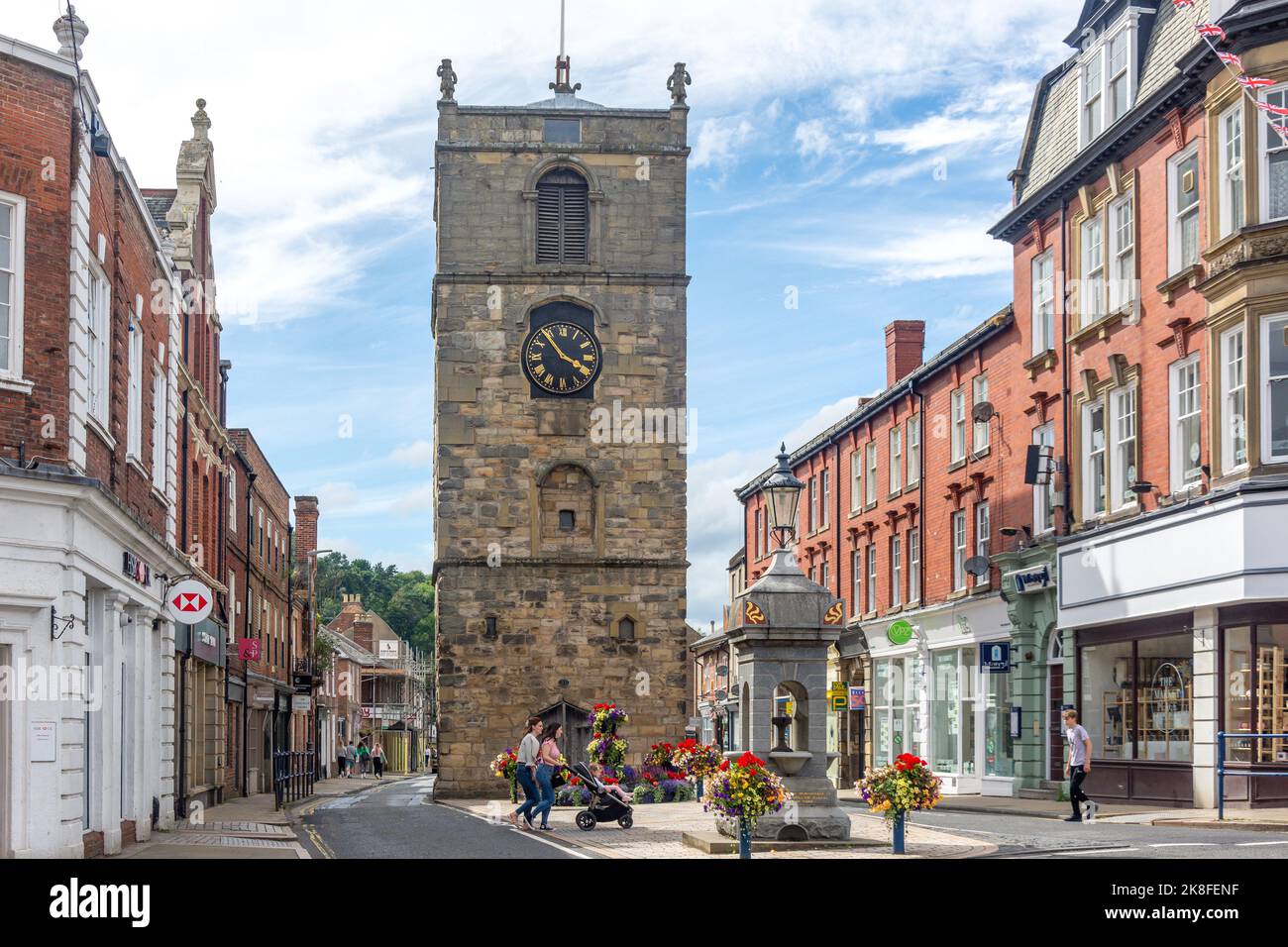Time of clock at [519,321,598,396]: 3:53
